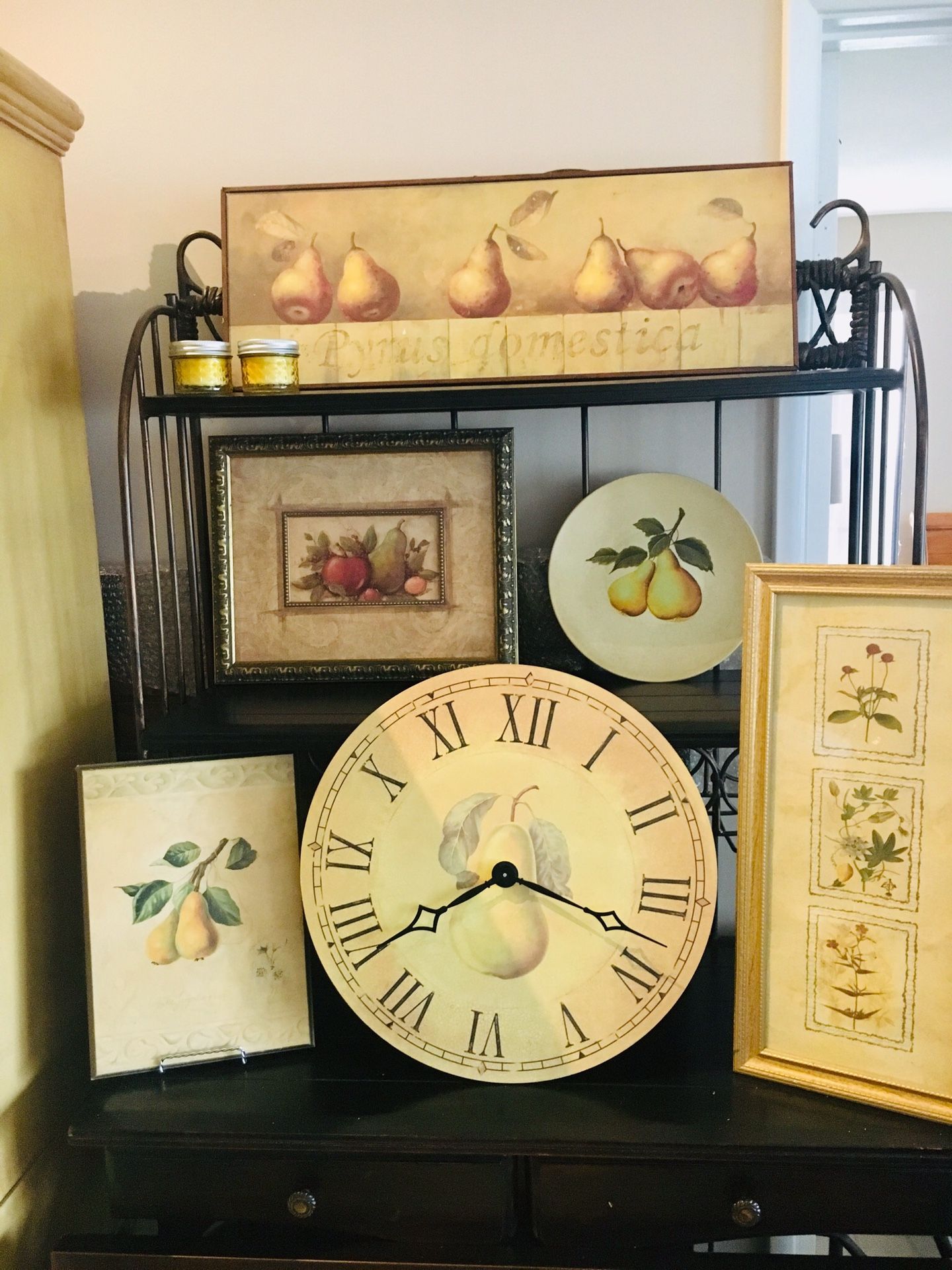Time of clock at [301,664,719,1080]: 3:38
